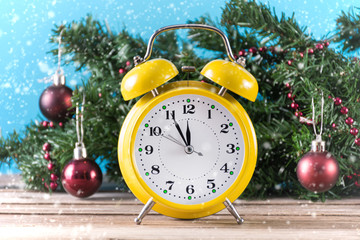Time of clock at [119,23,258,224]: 11:55
